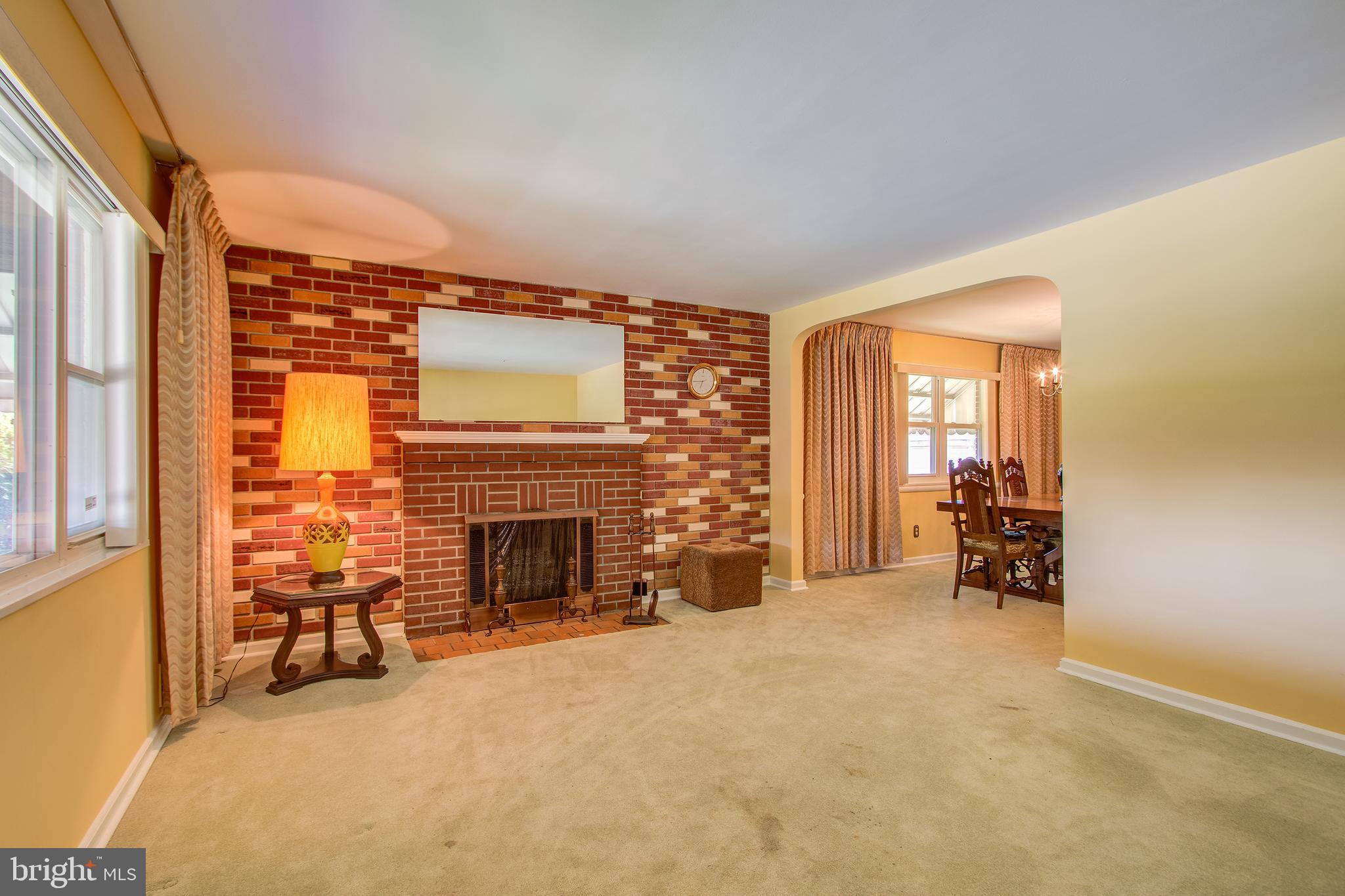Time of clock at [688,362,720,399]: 6:44
